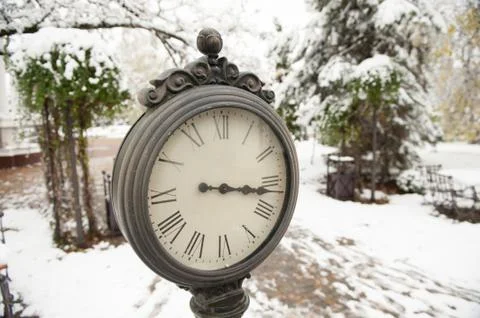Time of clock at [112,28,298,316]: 3:16
